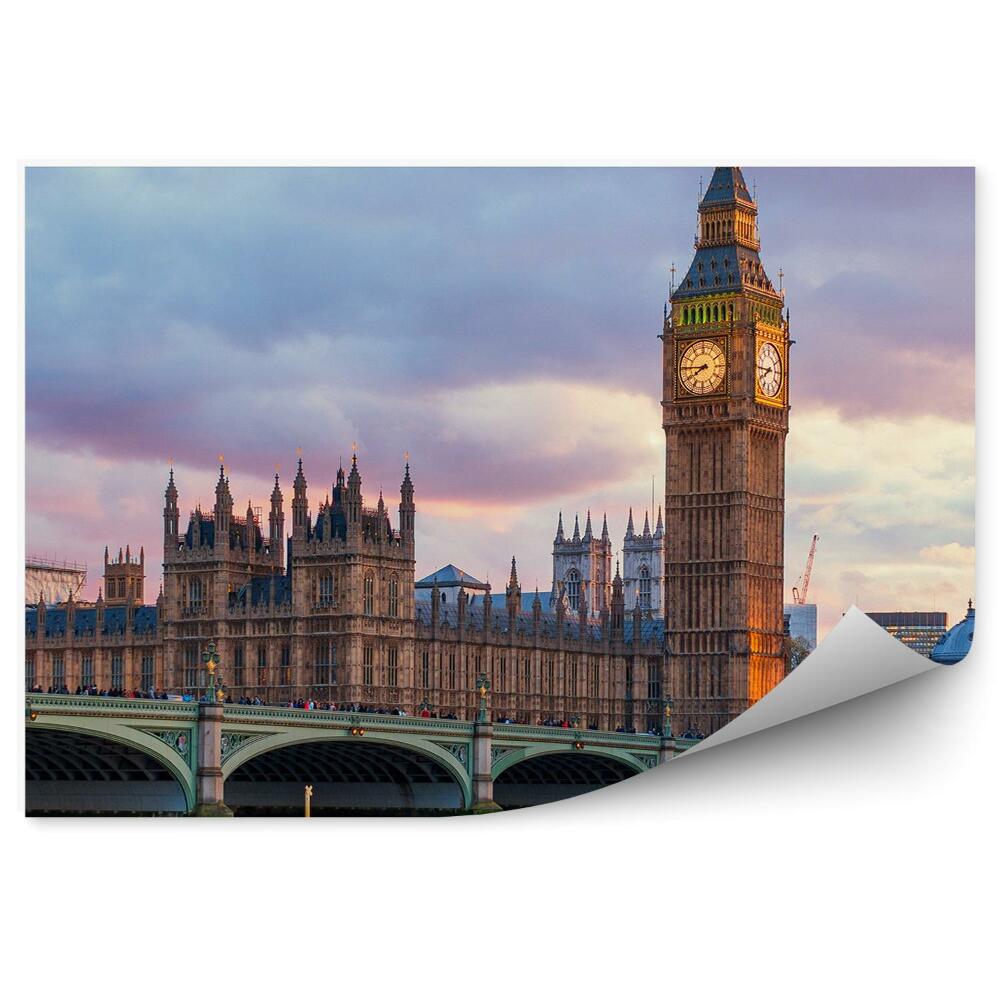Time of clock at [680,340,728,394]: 7:45
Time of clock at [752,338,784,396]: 7:45
